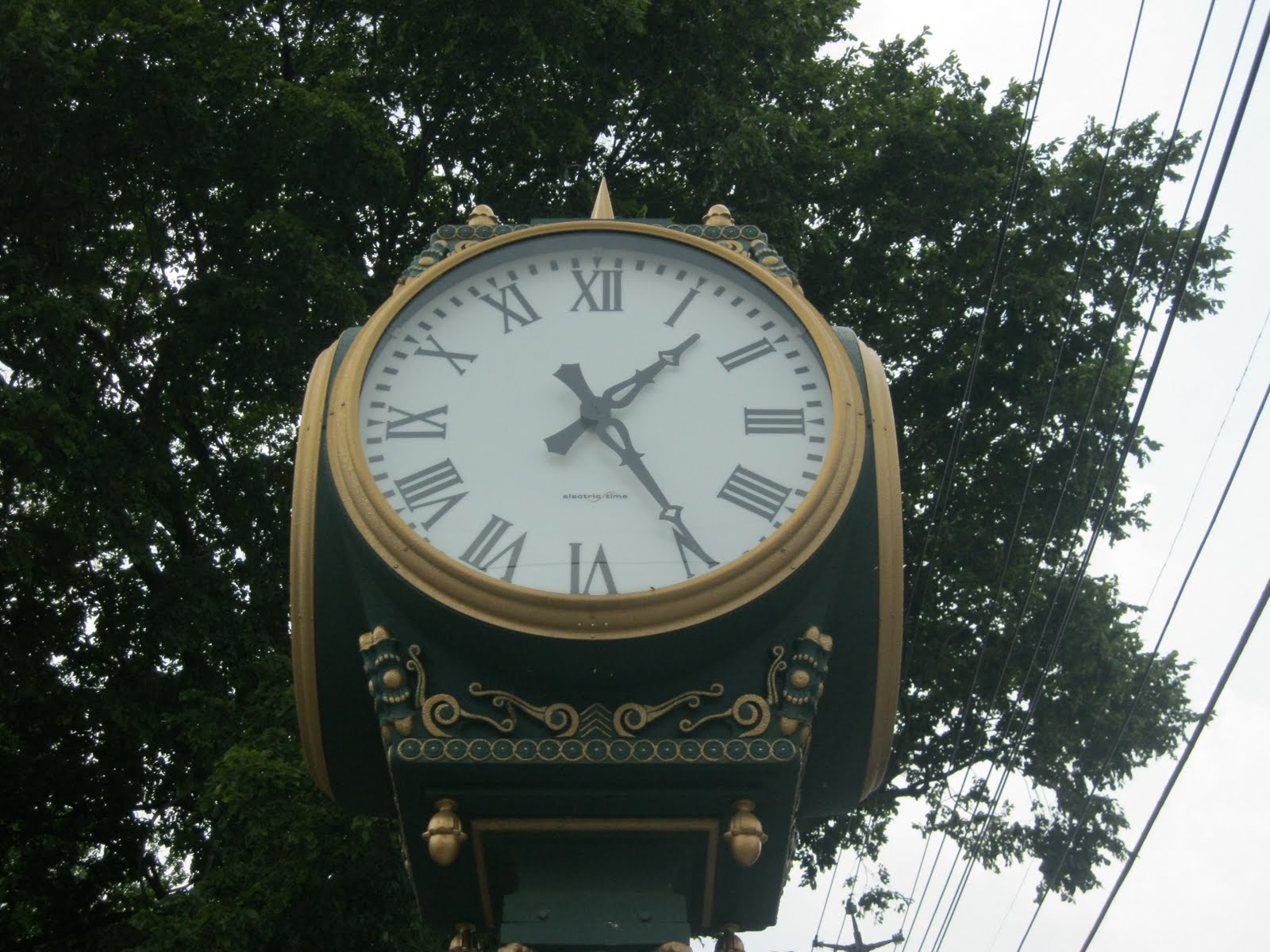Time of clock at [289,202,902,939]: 1:24
